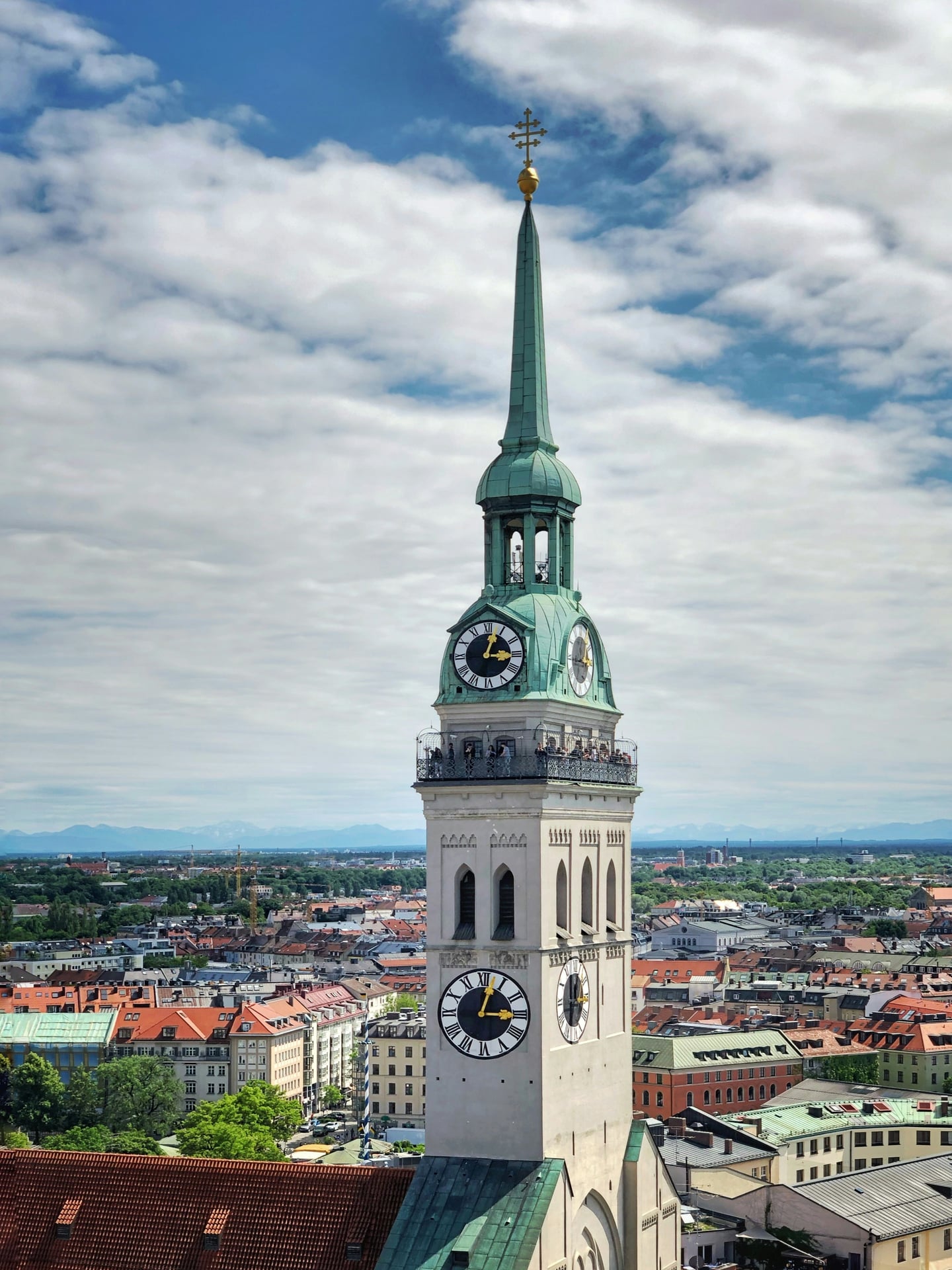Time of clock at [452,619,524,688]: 3:03
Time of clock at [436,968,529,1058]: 3:02
